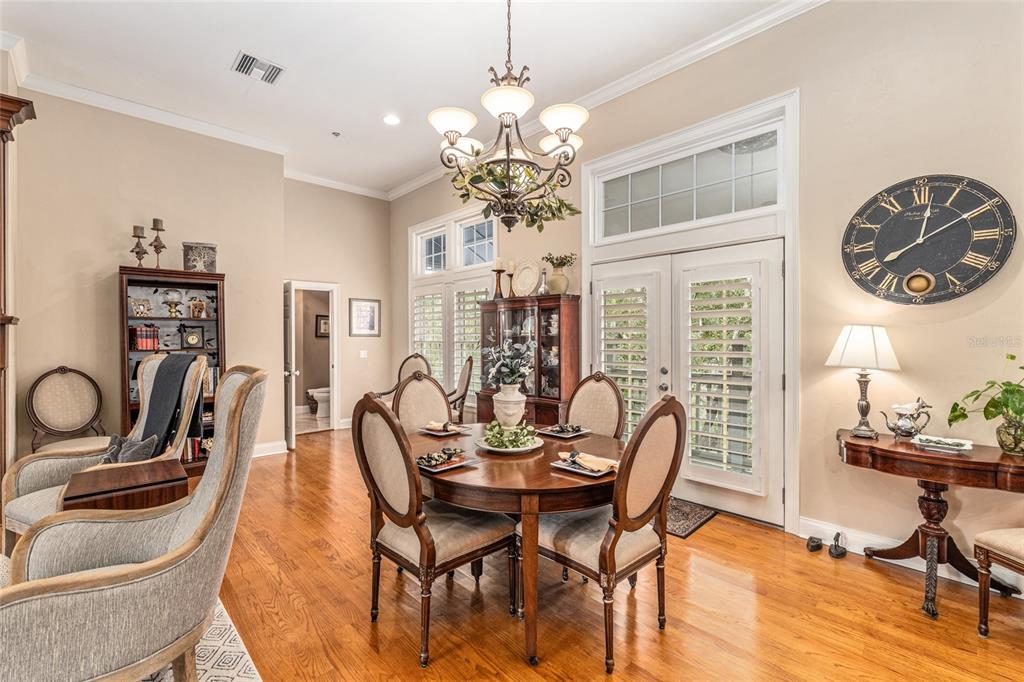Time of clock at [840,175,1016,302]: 8:01
